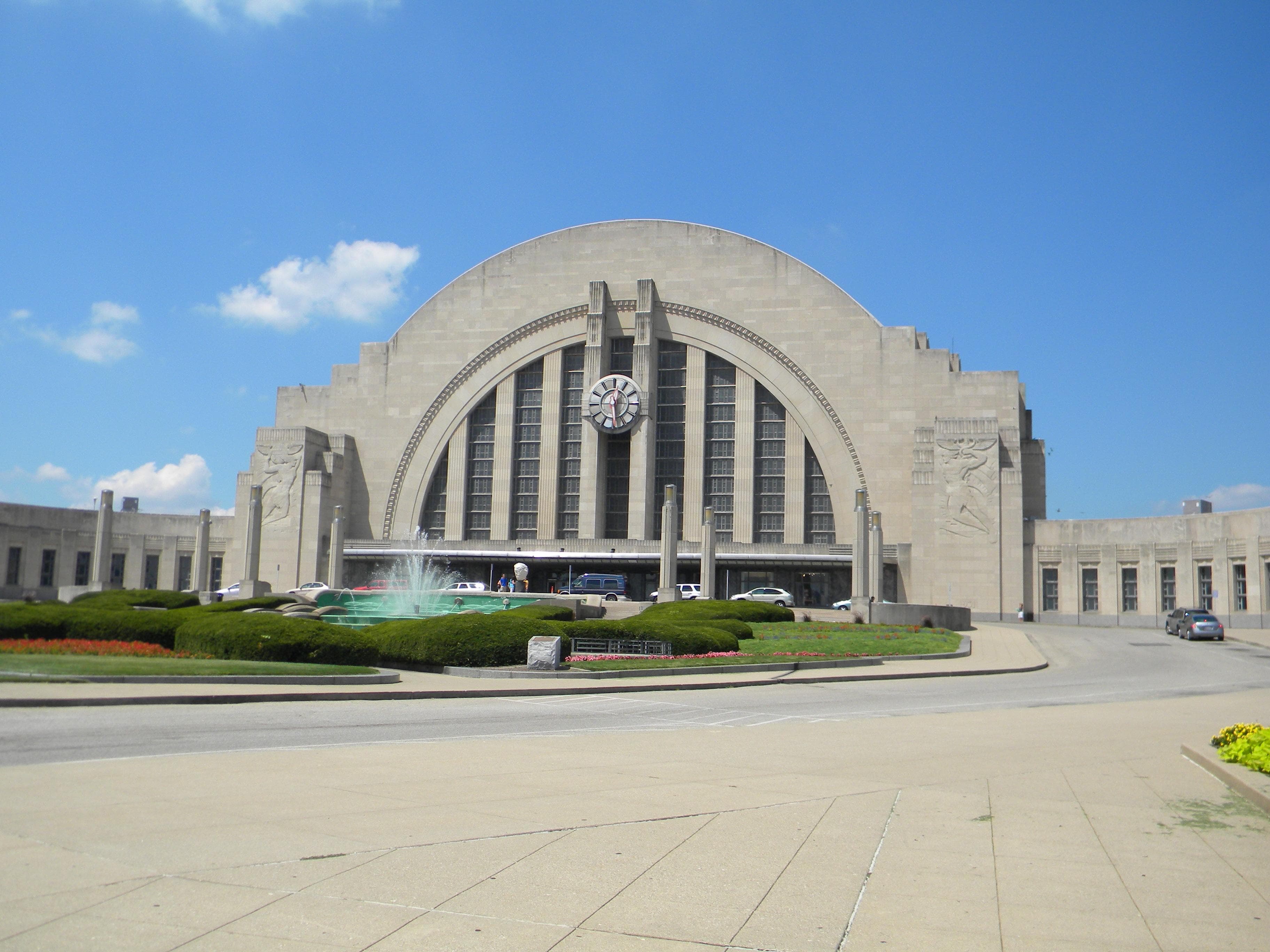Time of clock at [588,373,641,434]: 12:28
